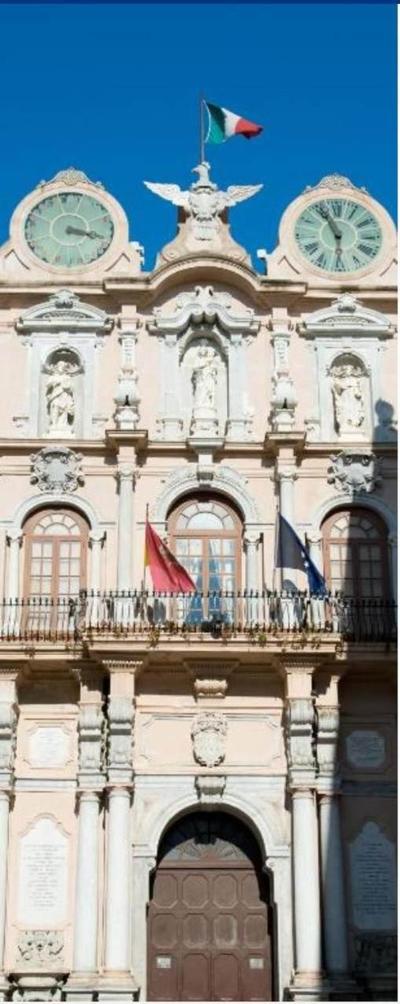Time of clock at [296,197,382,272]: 5:55
